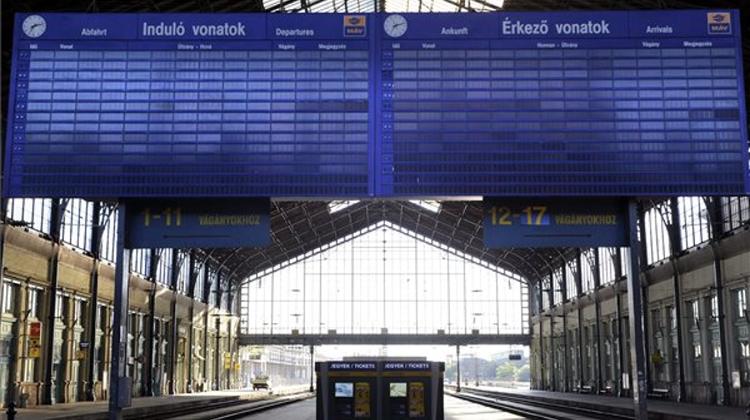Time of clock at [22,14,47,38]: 7:12
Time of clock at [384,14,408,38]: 7:12
